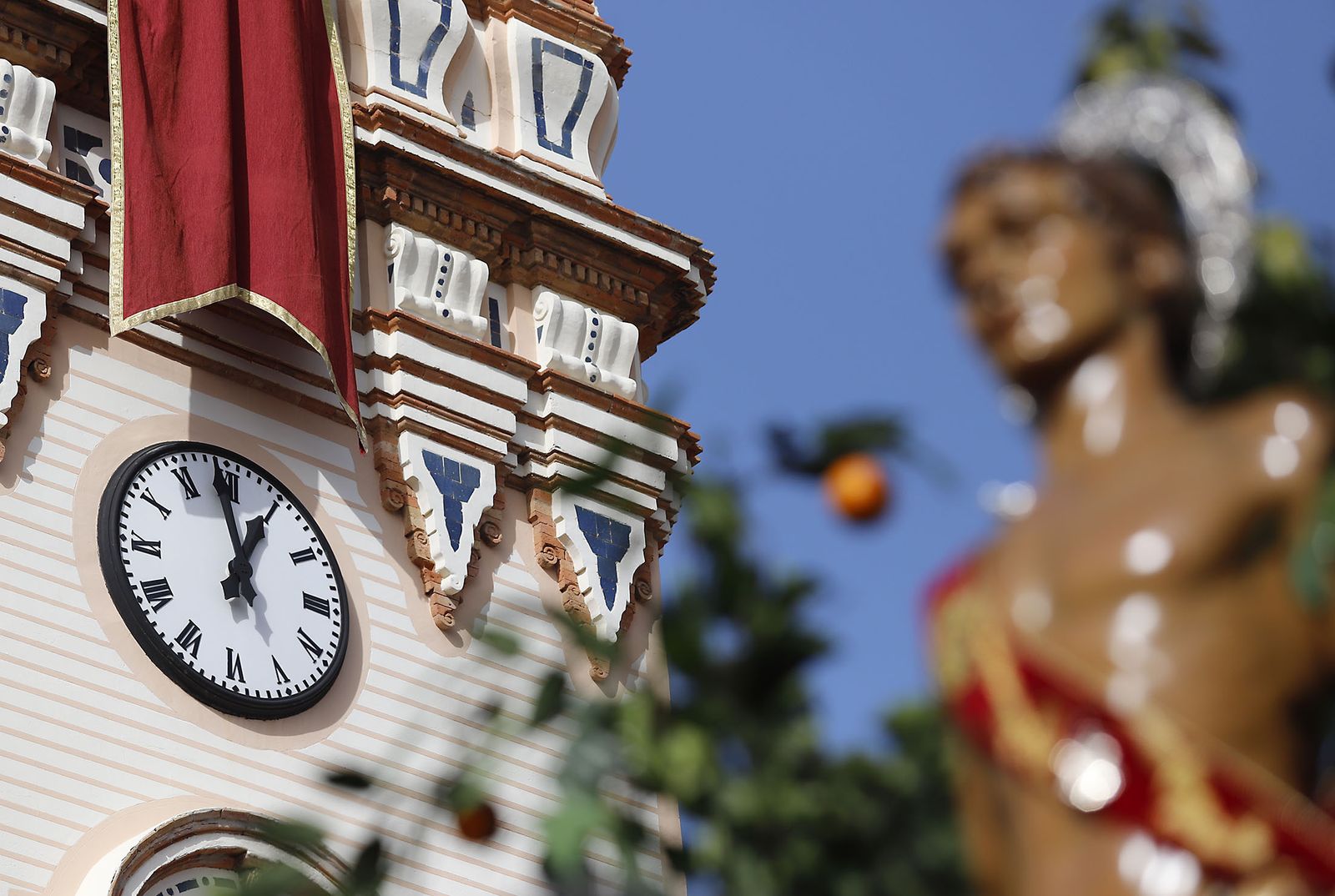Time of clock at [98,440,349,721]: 12:58
